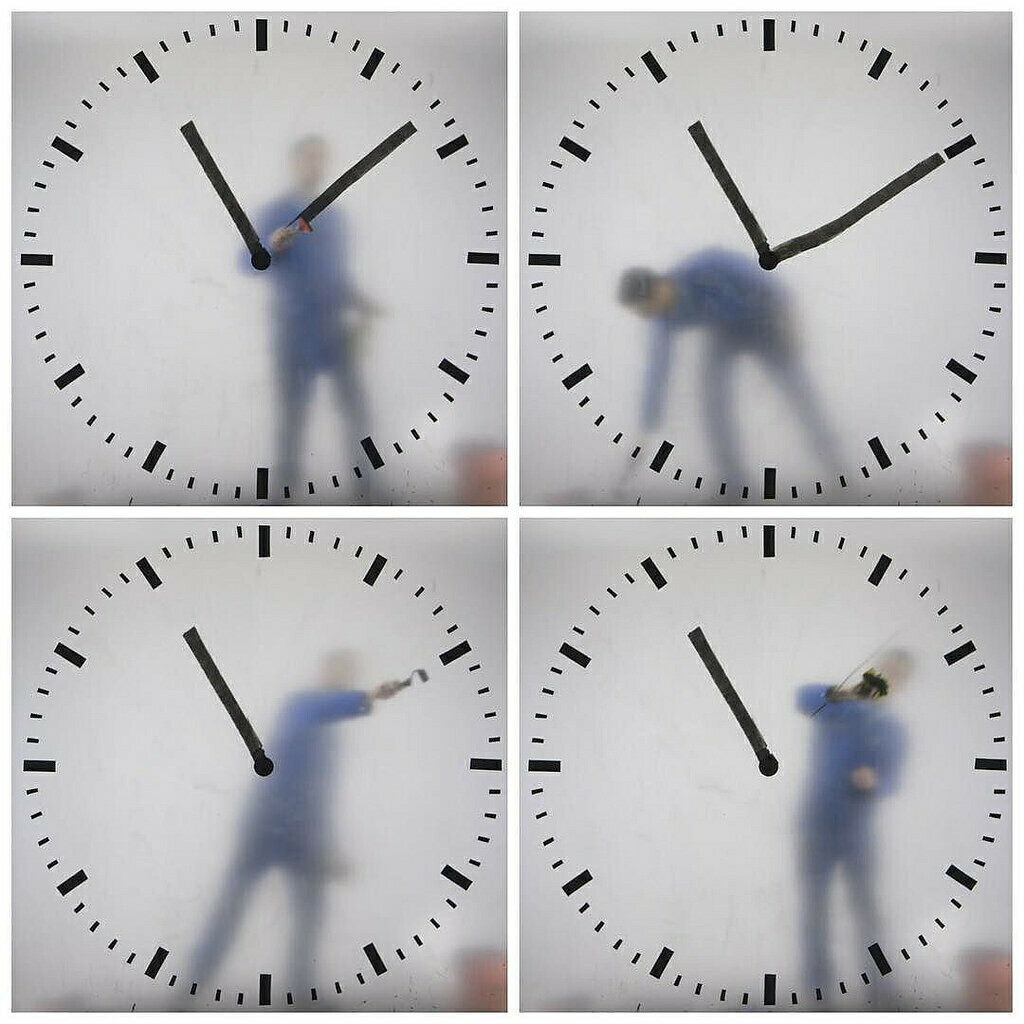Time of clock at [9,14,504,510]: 11:08
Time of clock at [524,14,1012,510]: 11:10
